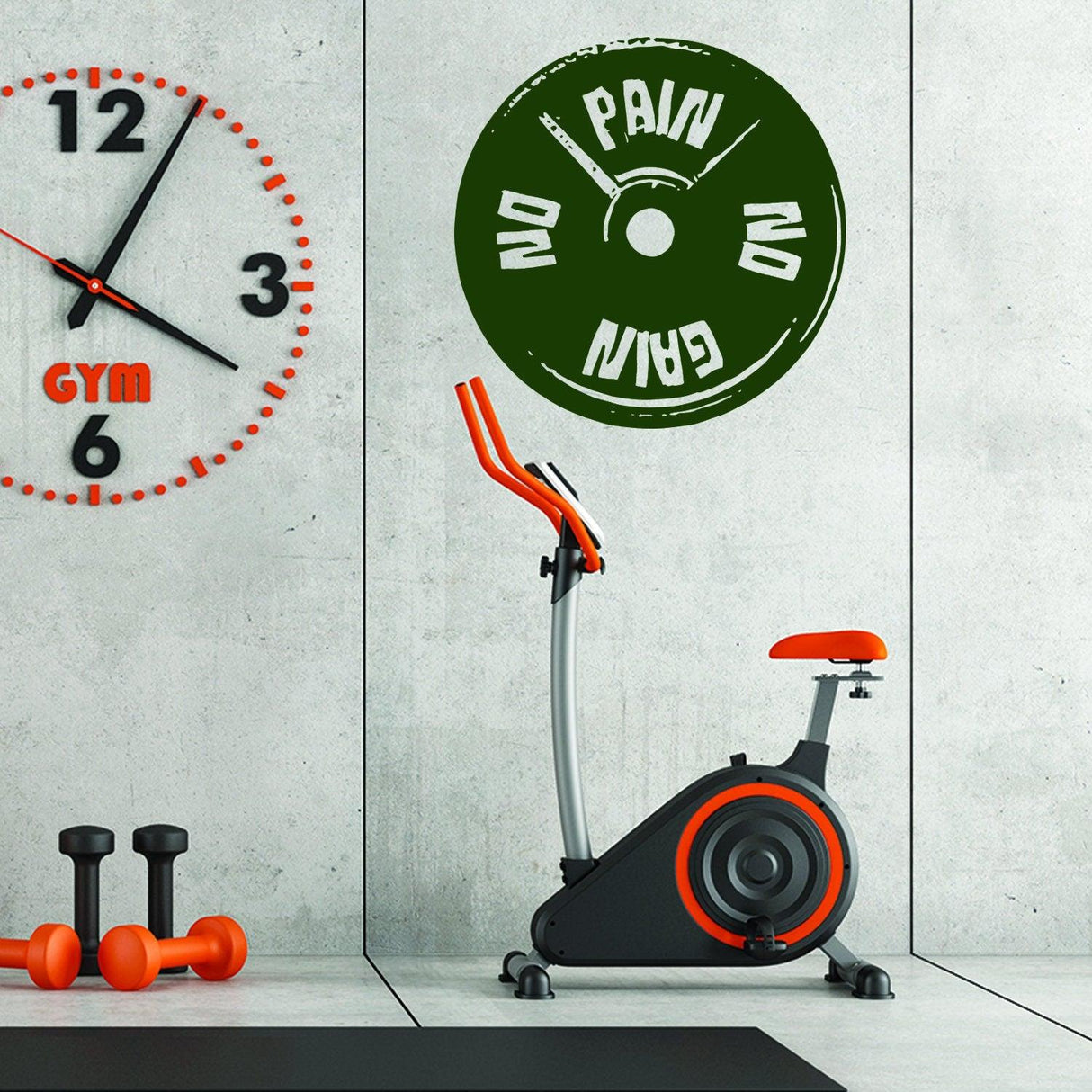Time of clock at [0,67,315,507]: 4:04
